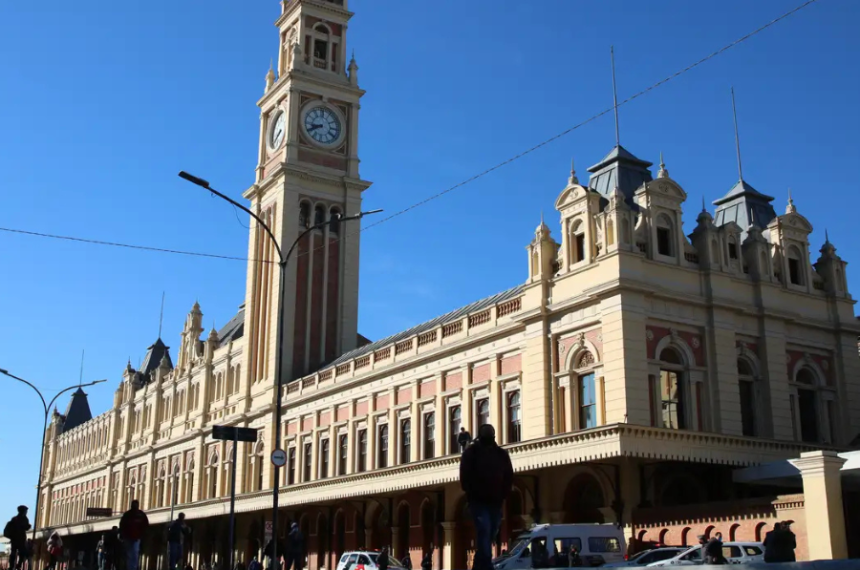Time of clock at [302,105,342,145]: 8:40
